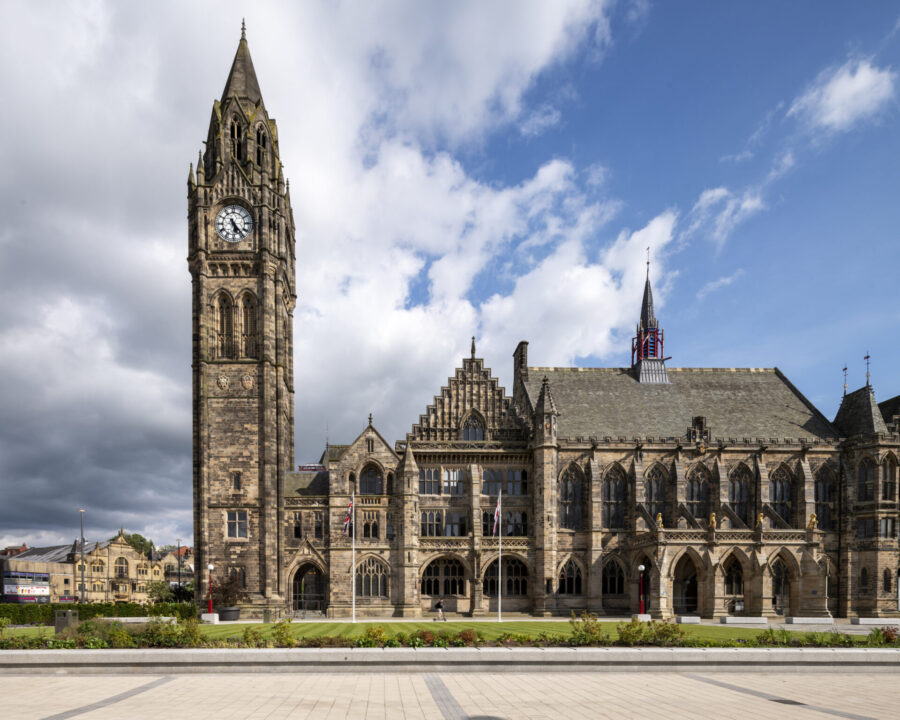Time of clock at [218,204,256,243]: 5:23
